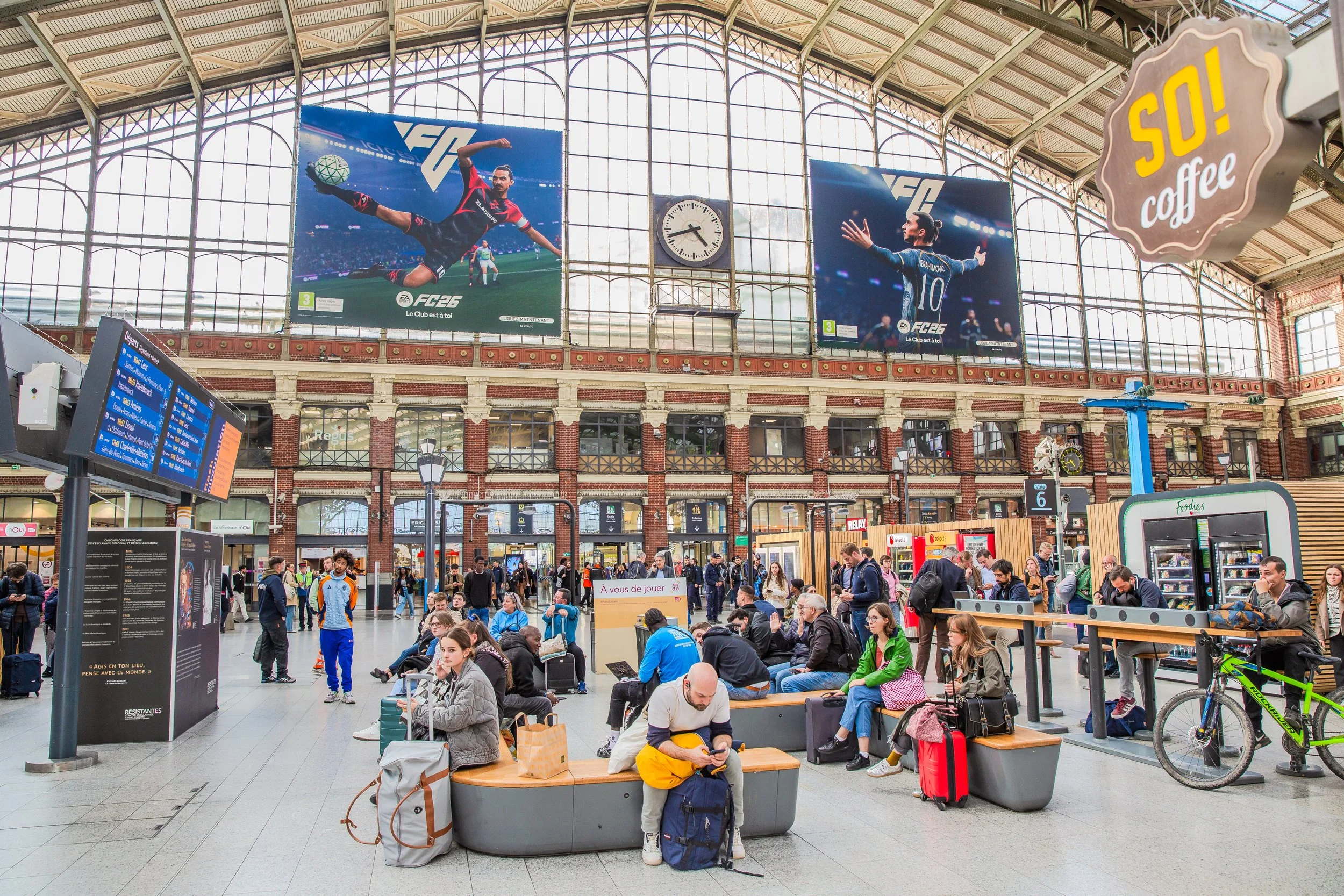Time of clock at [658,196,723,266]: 4:42
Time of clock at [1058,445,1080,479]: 4:42
